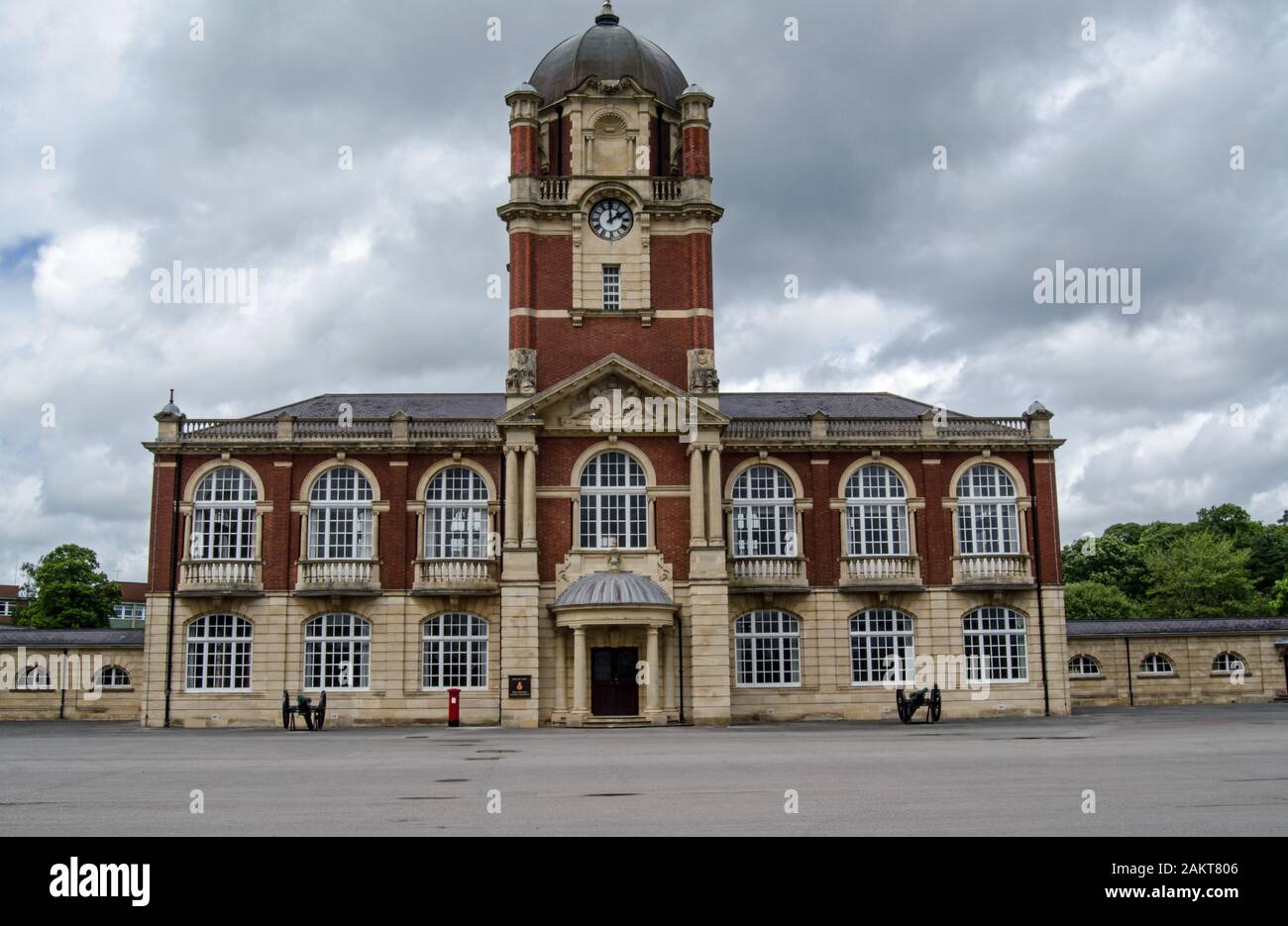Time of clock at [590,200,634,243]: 1:59
